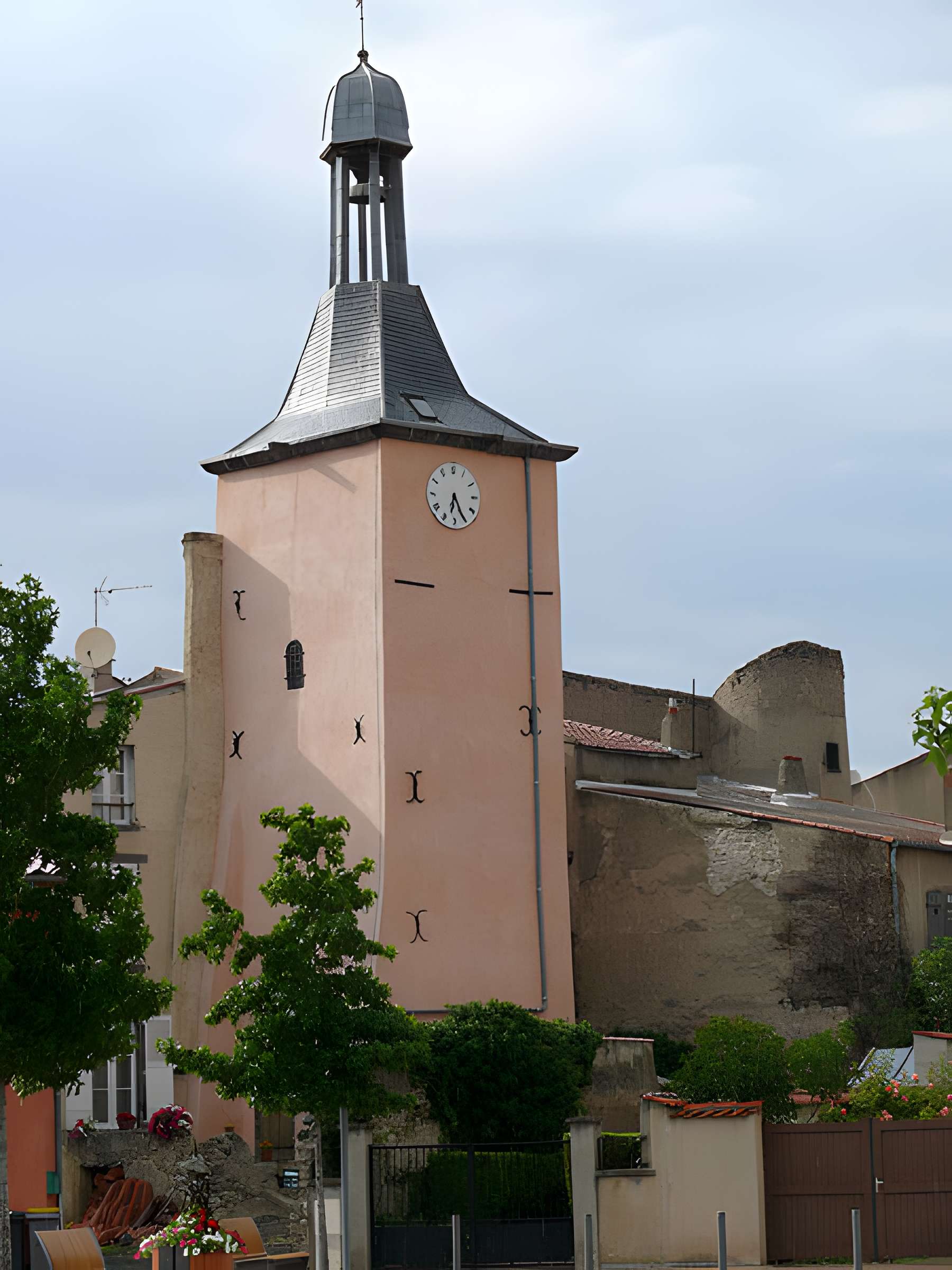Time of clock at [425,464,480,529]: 6:25
